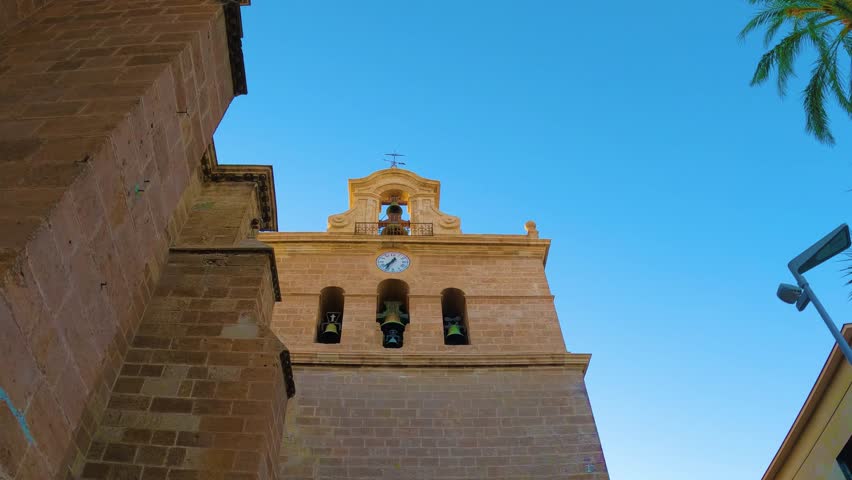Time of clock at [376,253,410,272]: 7:35
